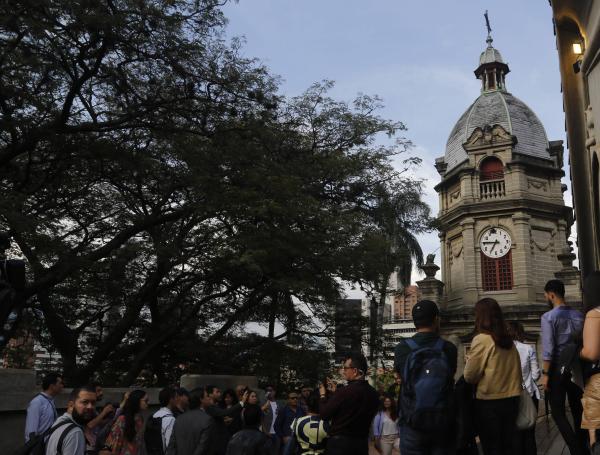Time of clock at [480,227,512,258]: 6:45
